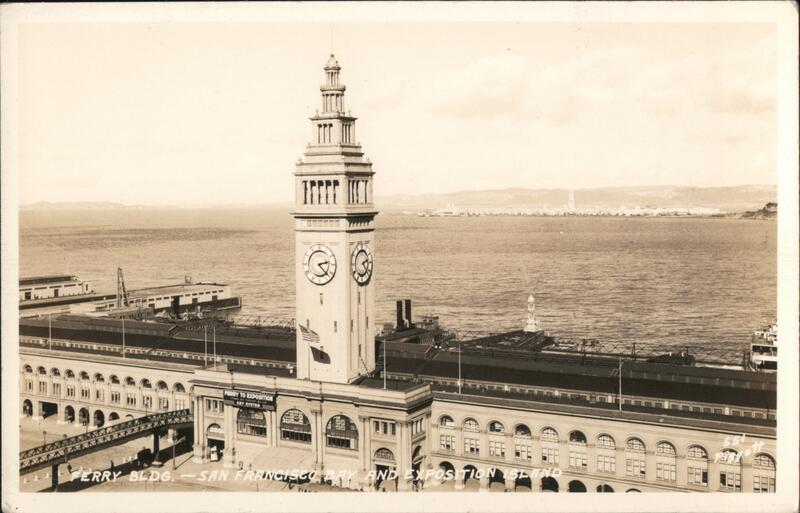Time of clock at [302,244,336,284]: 2:22
